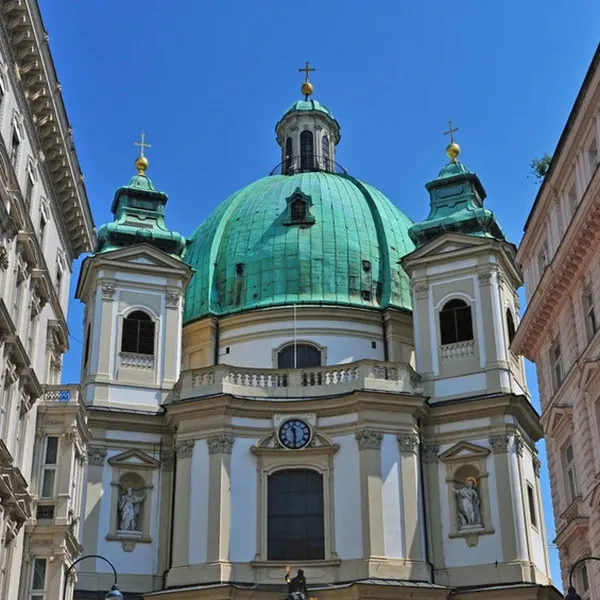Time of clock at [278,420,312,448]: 11:30
